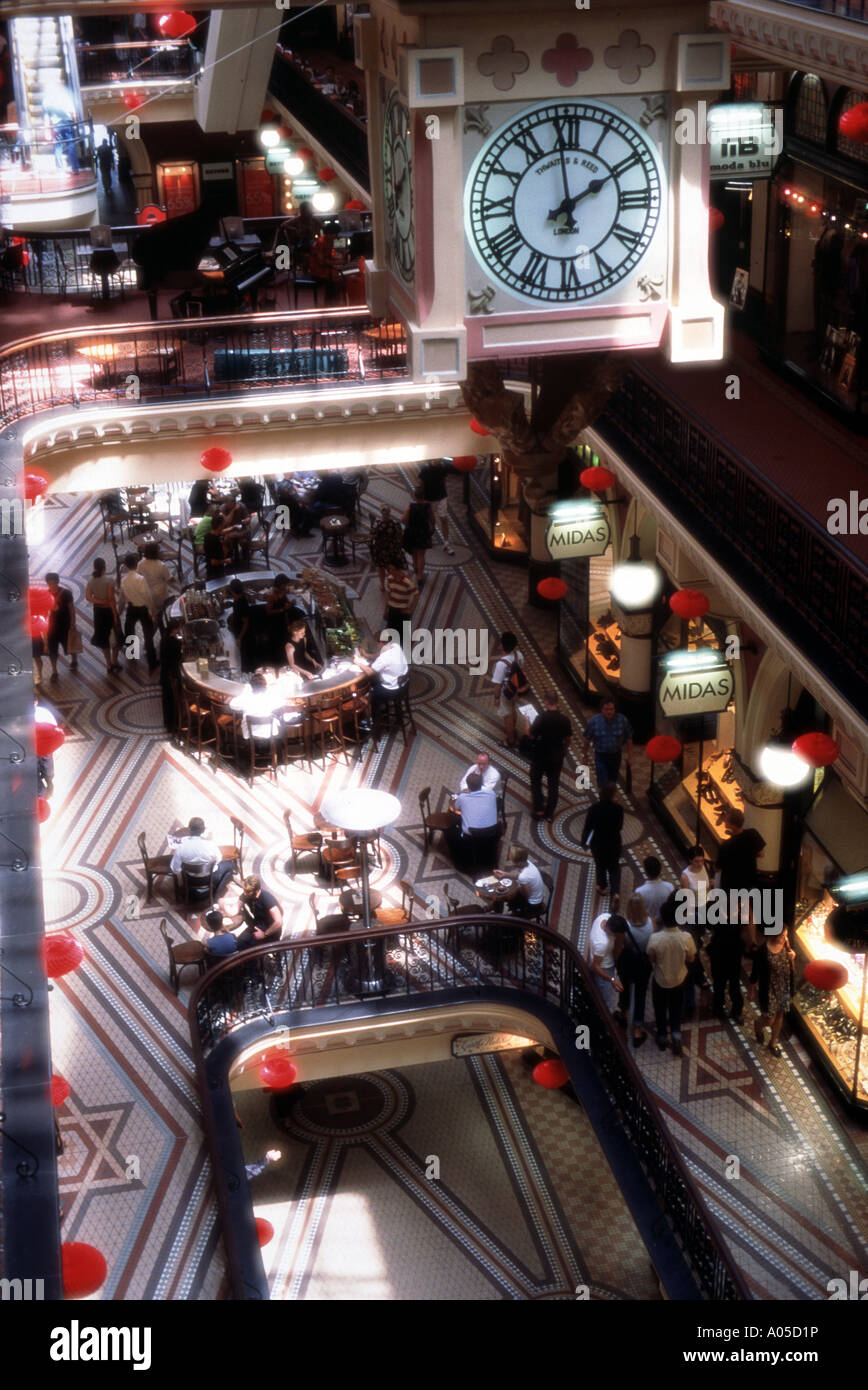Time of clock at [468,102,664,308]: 1:59
